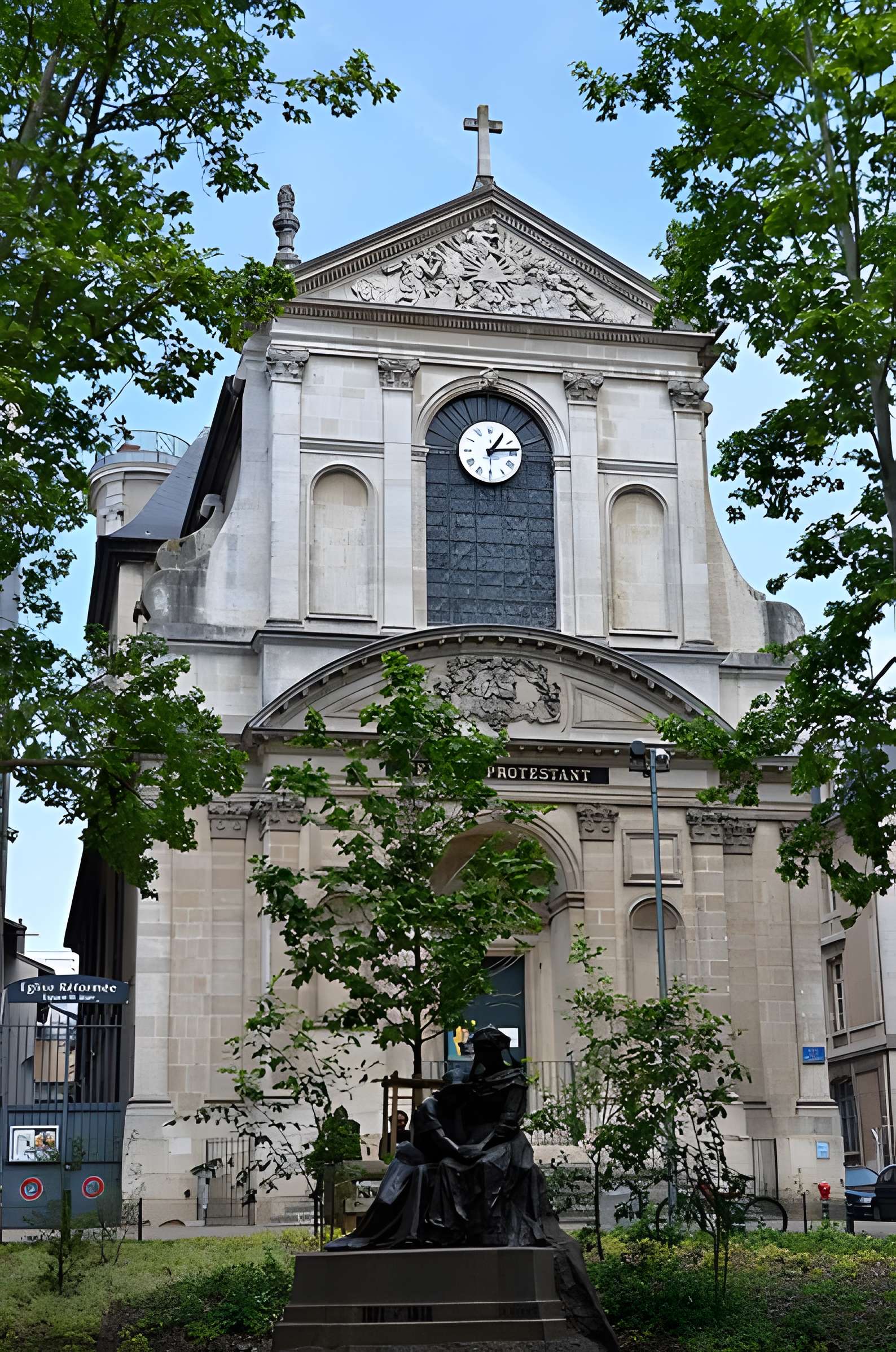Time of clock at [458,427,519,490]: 1:13
